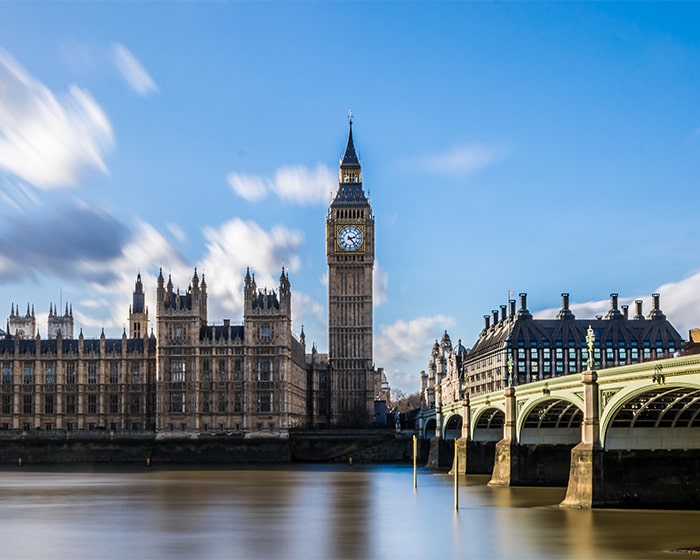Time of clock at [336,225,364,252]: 2:23
